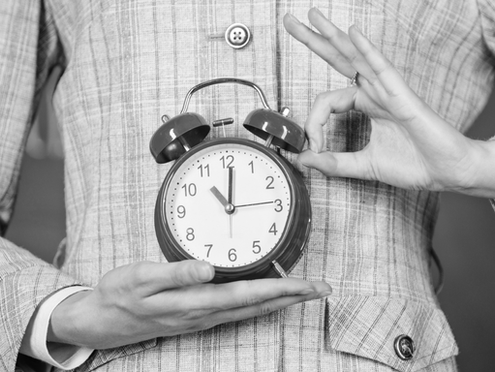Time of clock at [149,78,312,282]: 11:01
